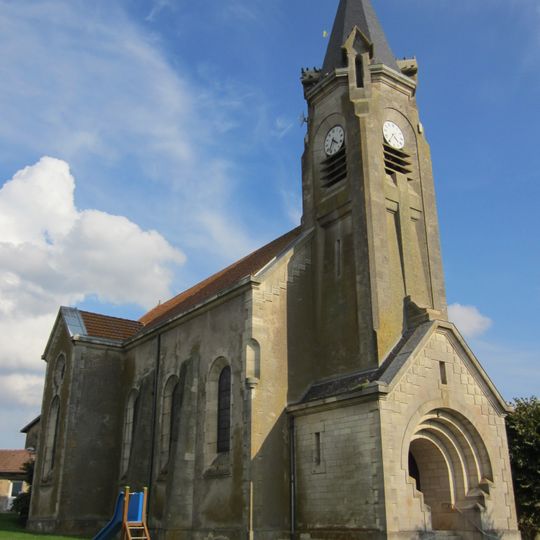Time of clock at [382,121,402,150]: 4:35
